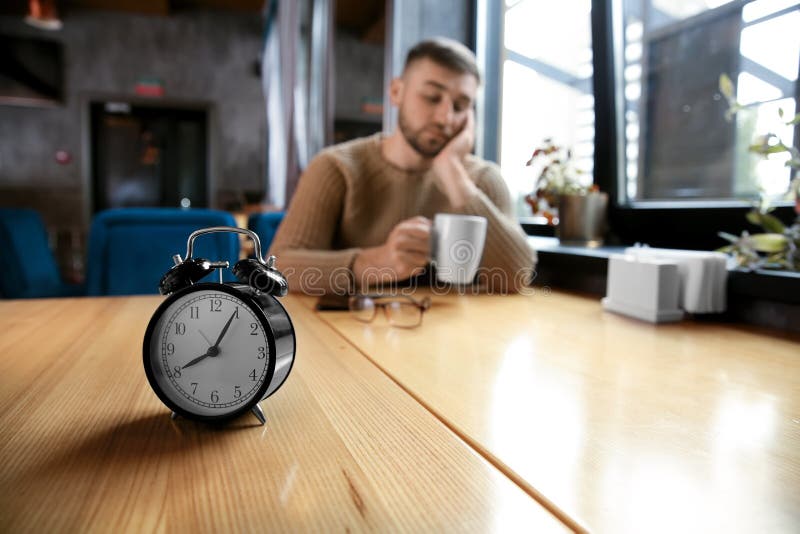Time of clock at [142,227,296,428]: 8:05
